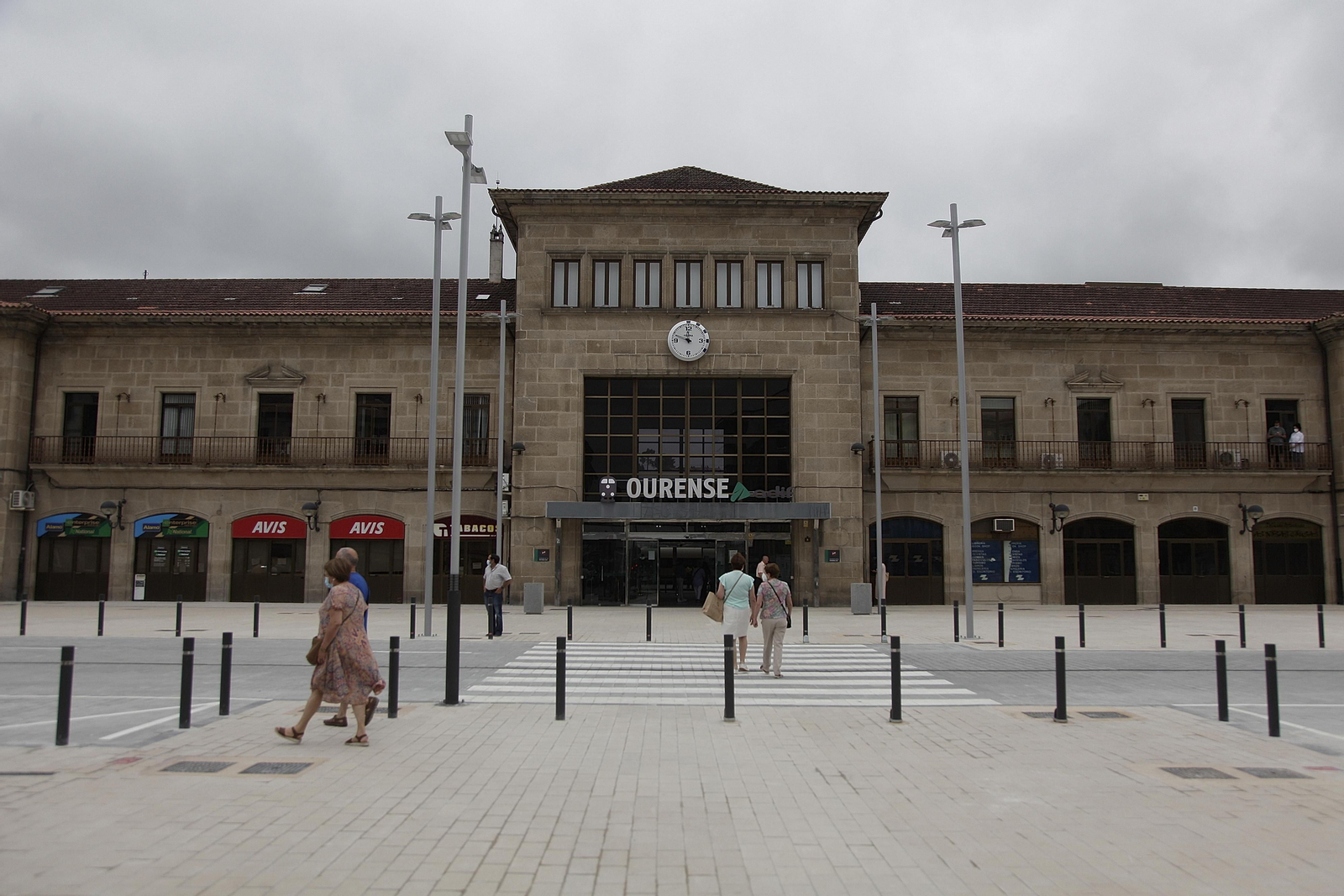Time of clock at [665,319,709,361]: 11:48
